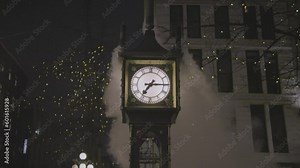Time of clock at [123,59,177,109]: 7:15
